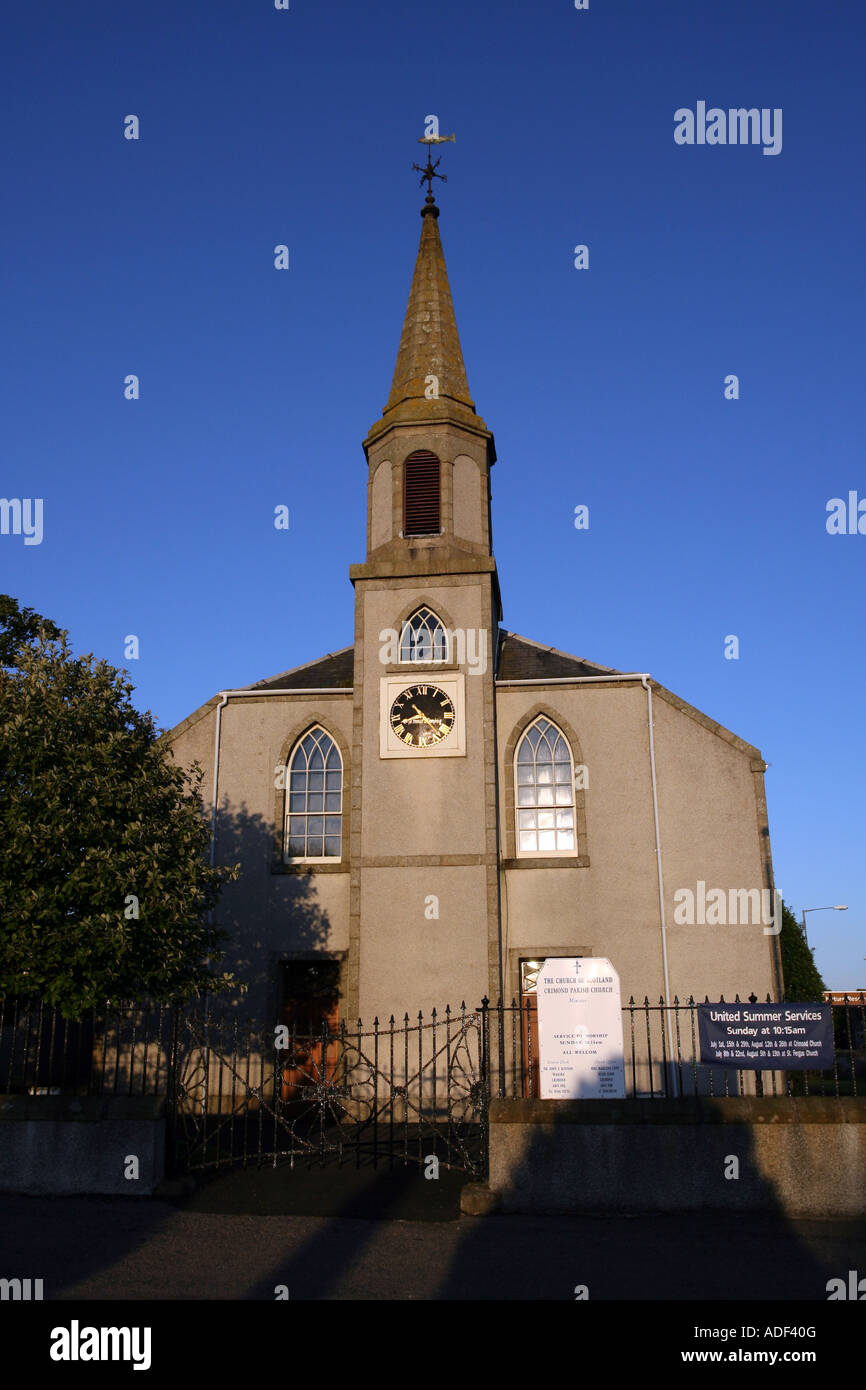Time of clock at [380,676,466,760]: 10:42
